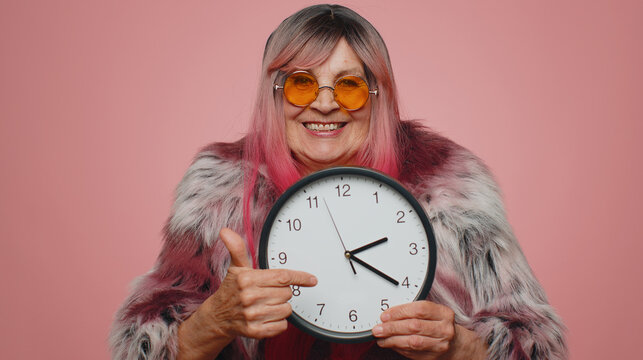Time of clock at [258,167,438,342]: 2:20
